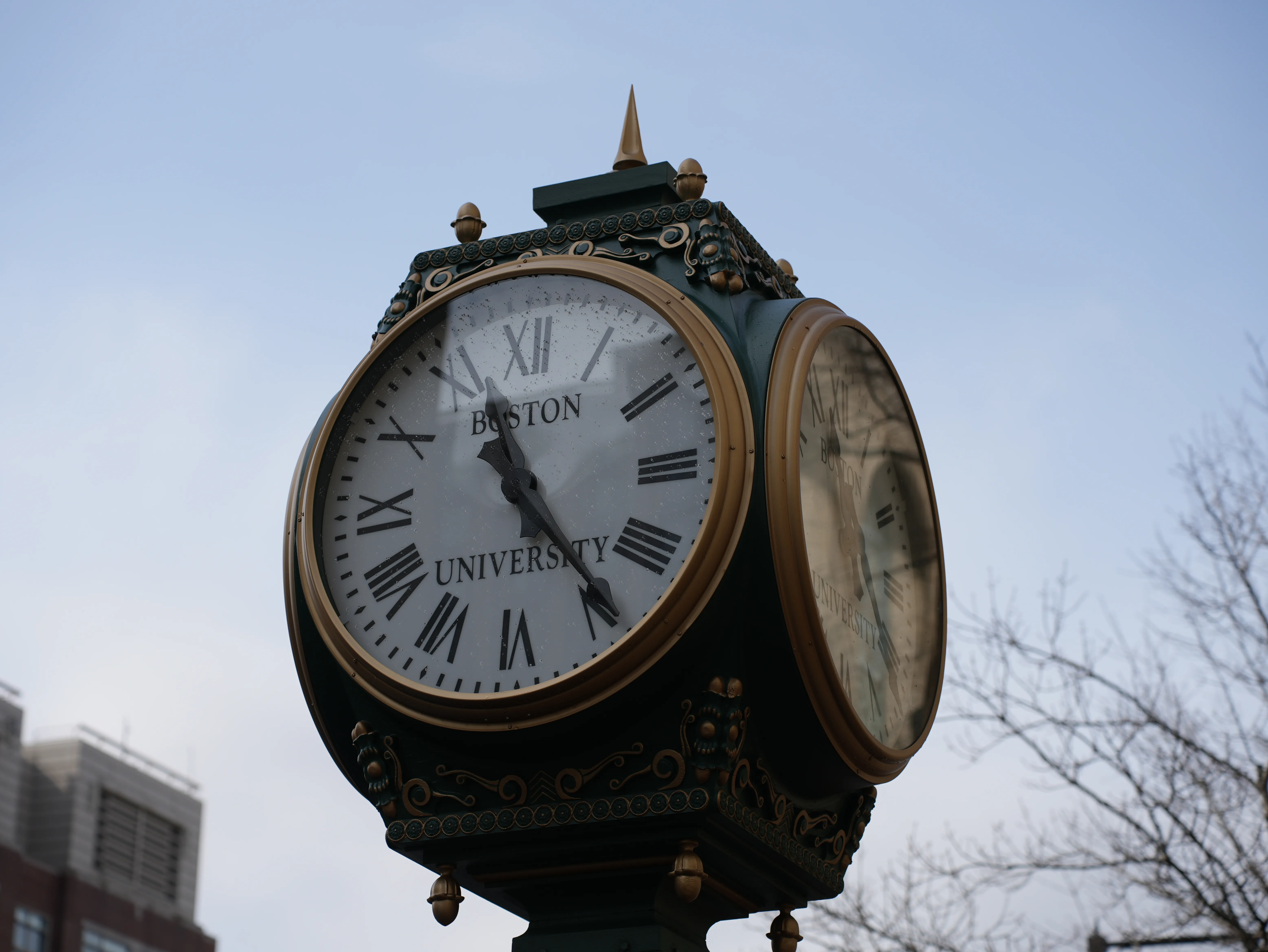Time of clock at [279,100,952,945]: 11:23
